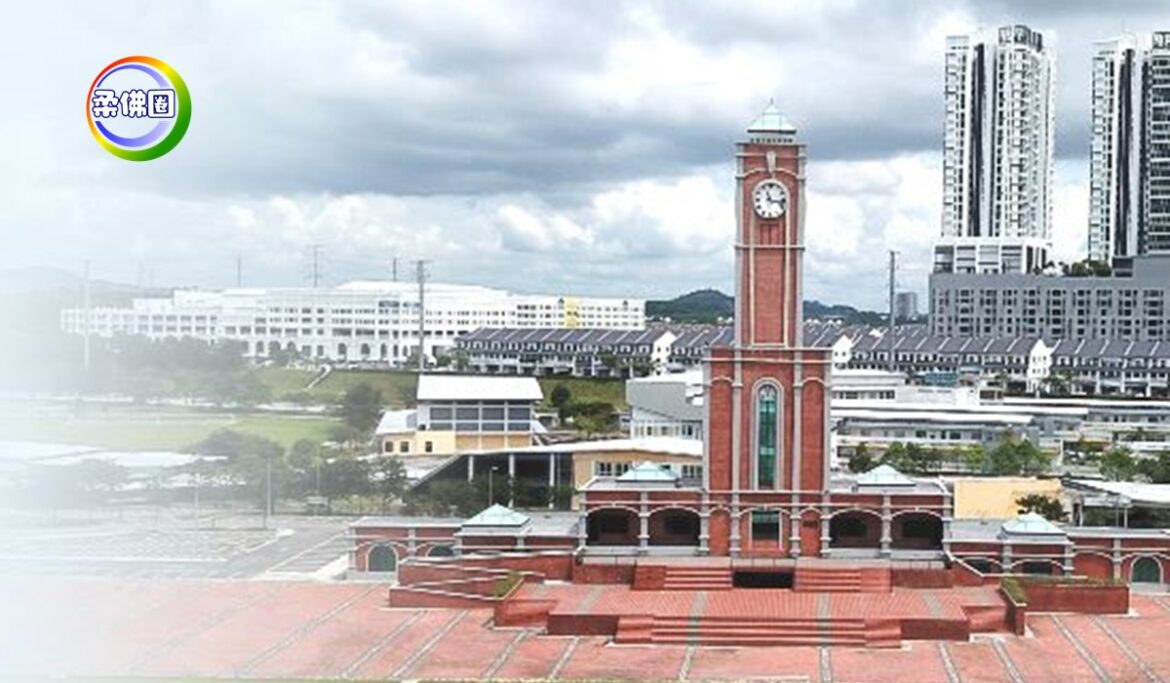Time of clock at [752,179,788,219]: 11:16
